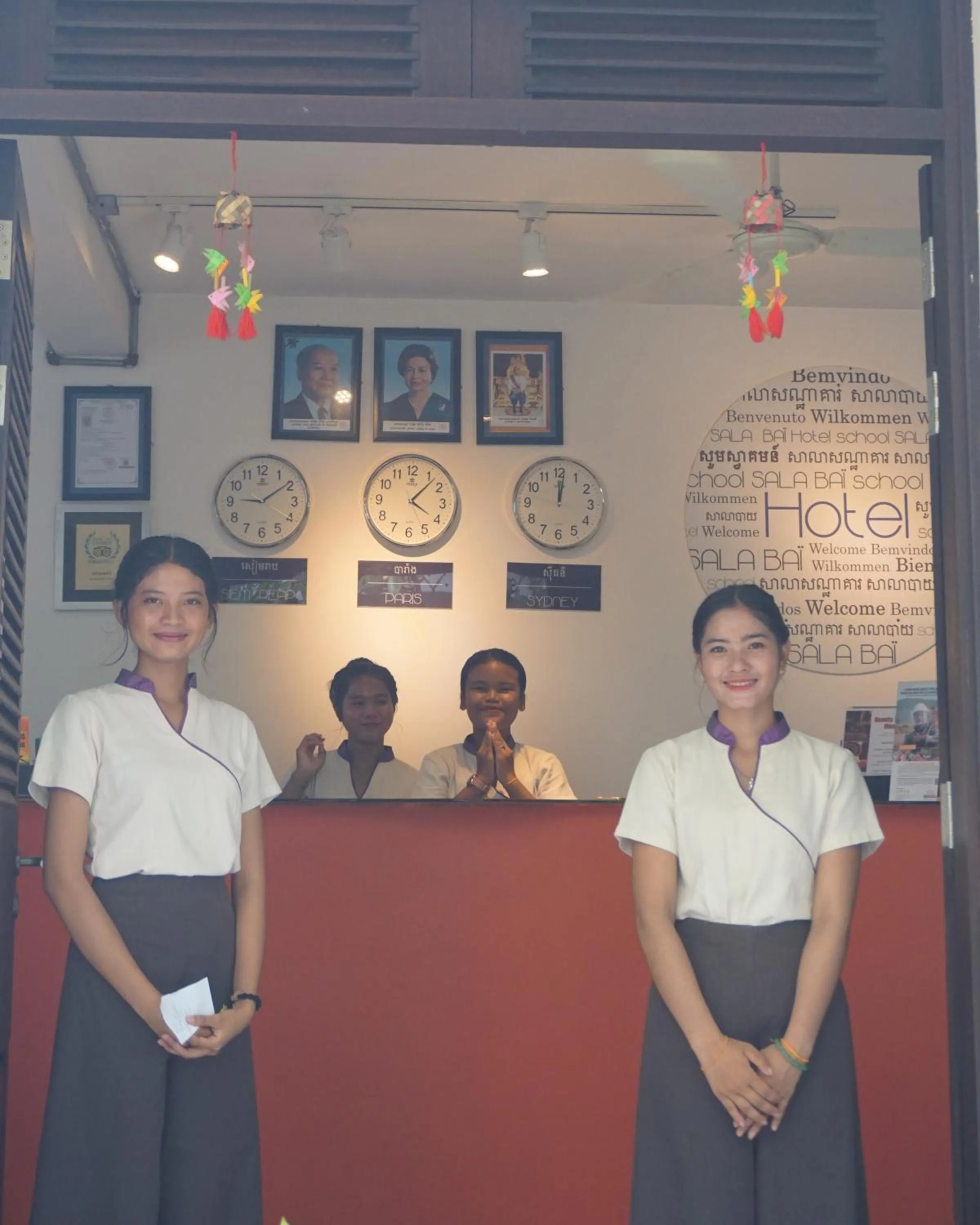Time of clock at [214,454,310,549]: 9:09
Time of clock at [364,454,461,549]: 4:07
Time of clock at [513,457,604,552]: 12:01
